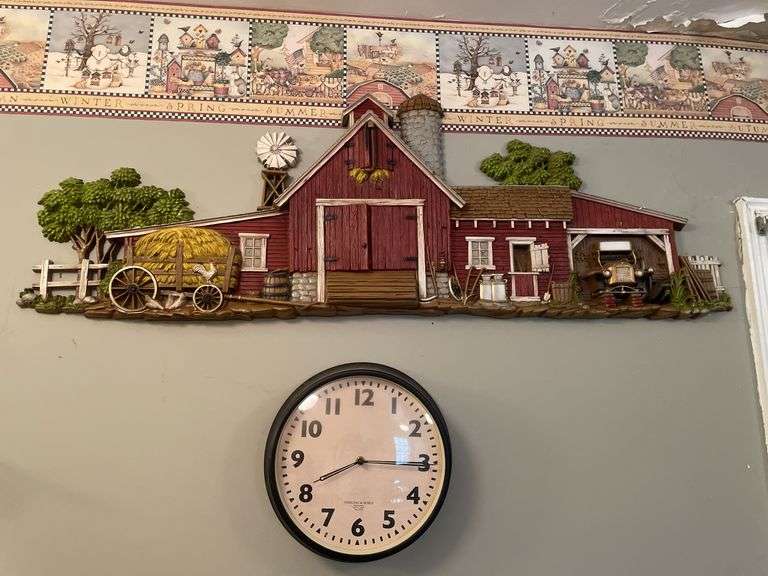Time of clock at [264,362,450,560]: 8:15
